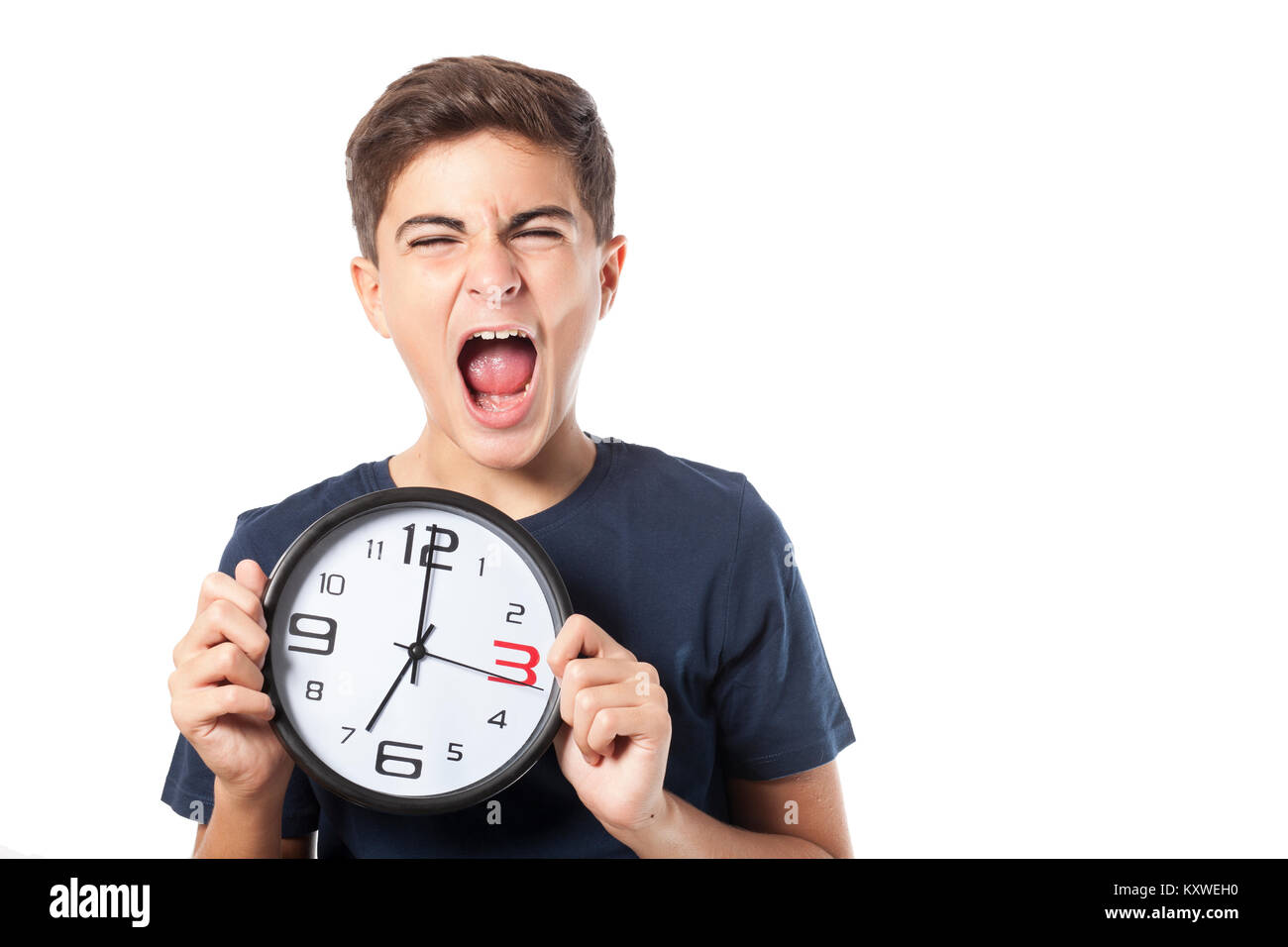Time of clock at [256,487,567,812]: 7:00
